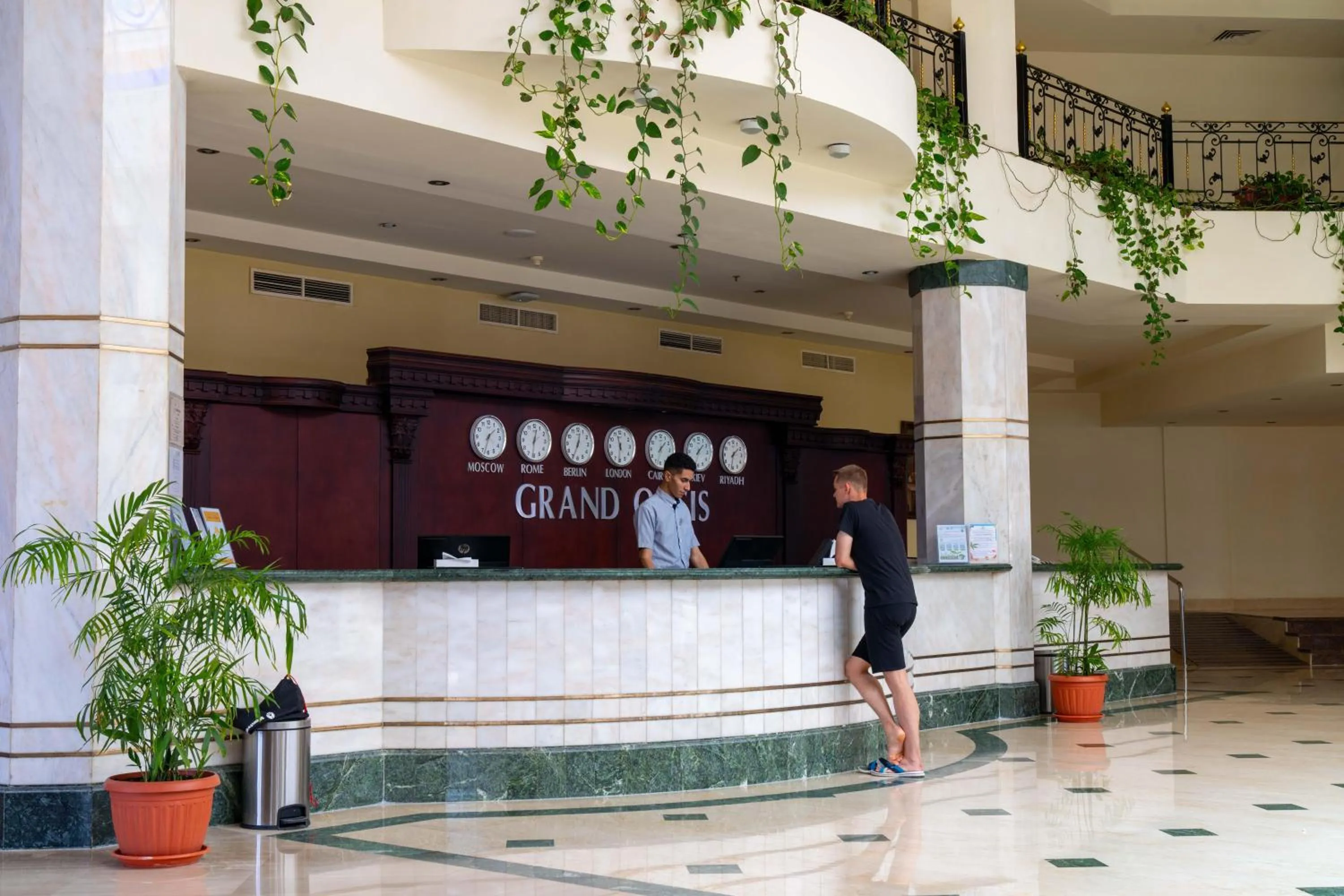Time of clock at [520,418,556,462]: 12:30
